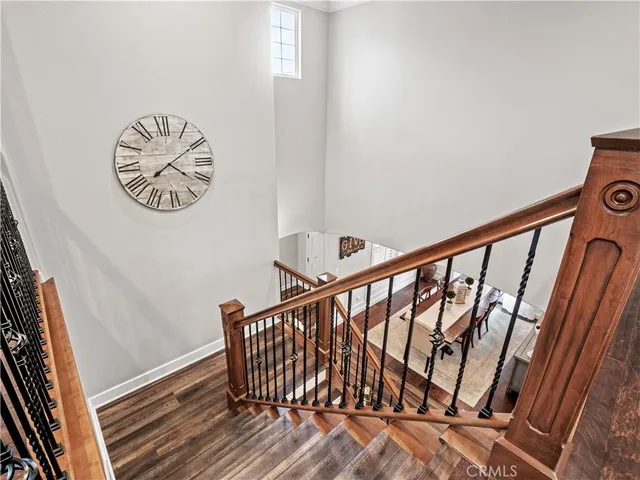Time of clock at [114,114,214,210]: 4:09
